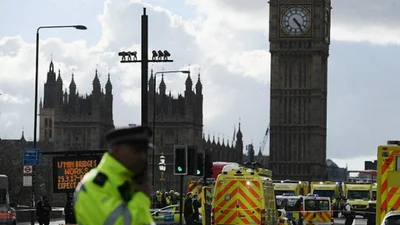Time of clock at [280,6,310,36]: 4:24
